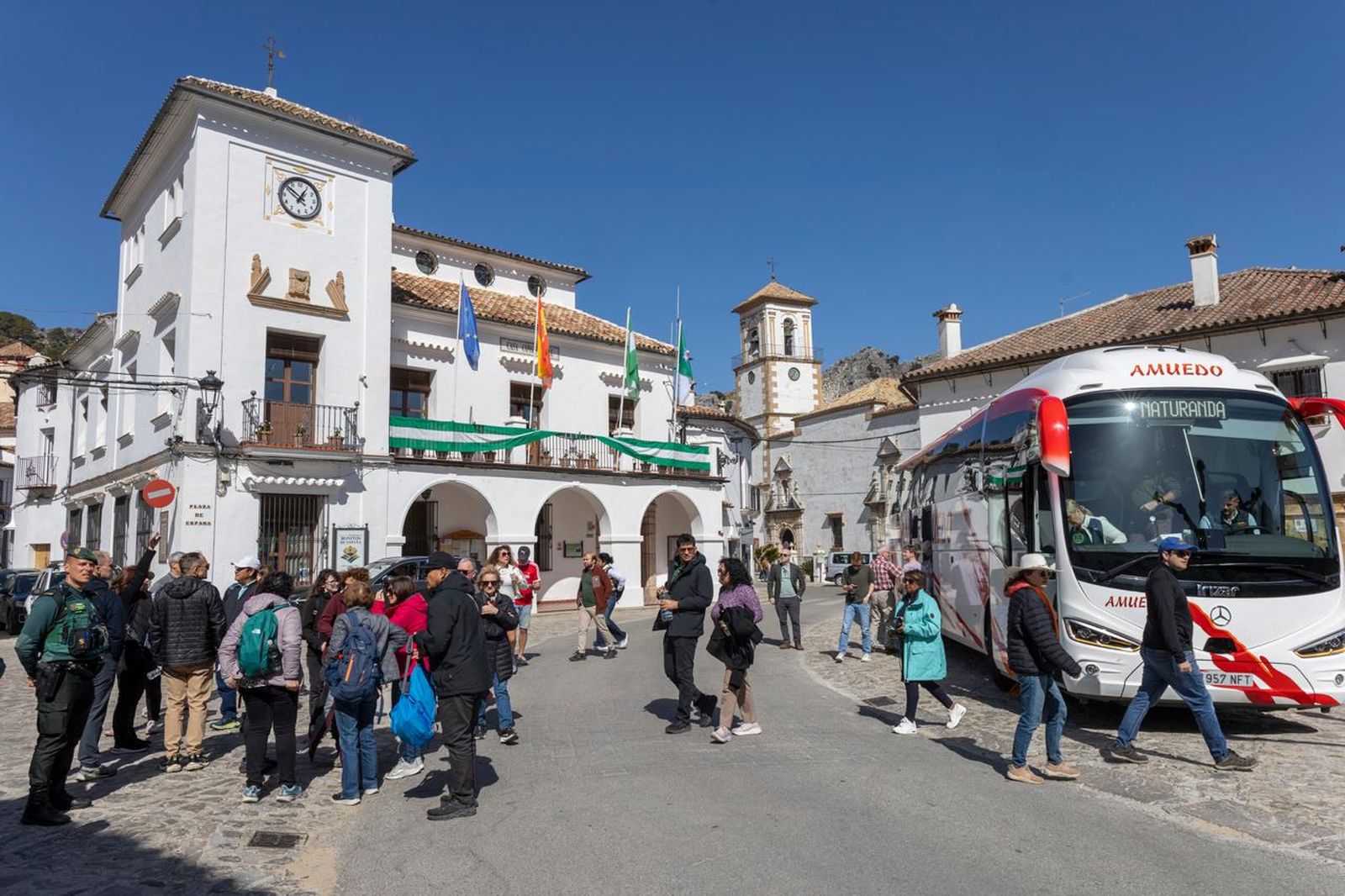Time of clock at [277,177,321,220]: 12:51
